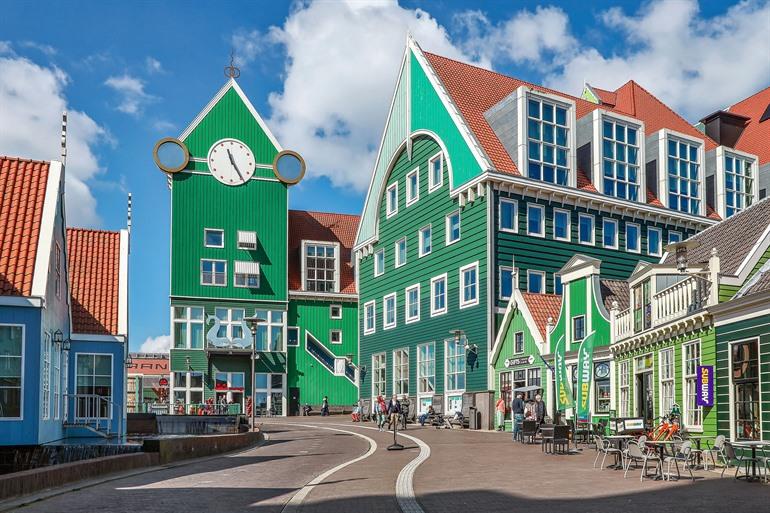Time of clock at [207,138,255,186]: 11:24
